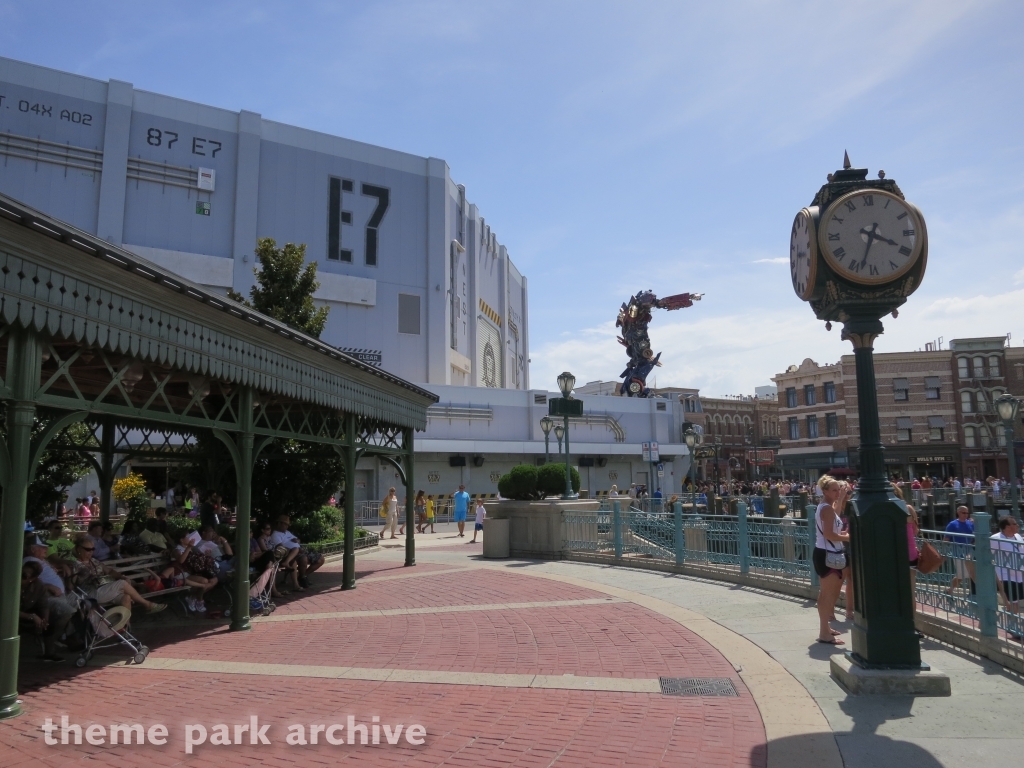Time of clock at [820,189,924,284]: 3:33
